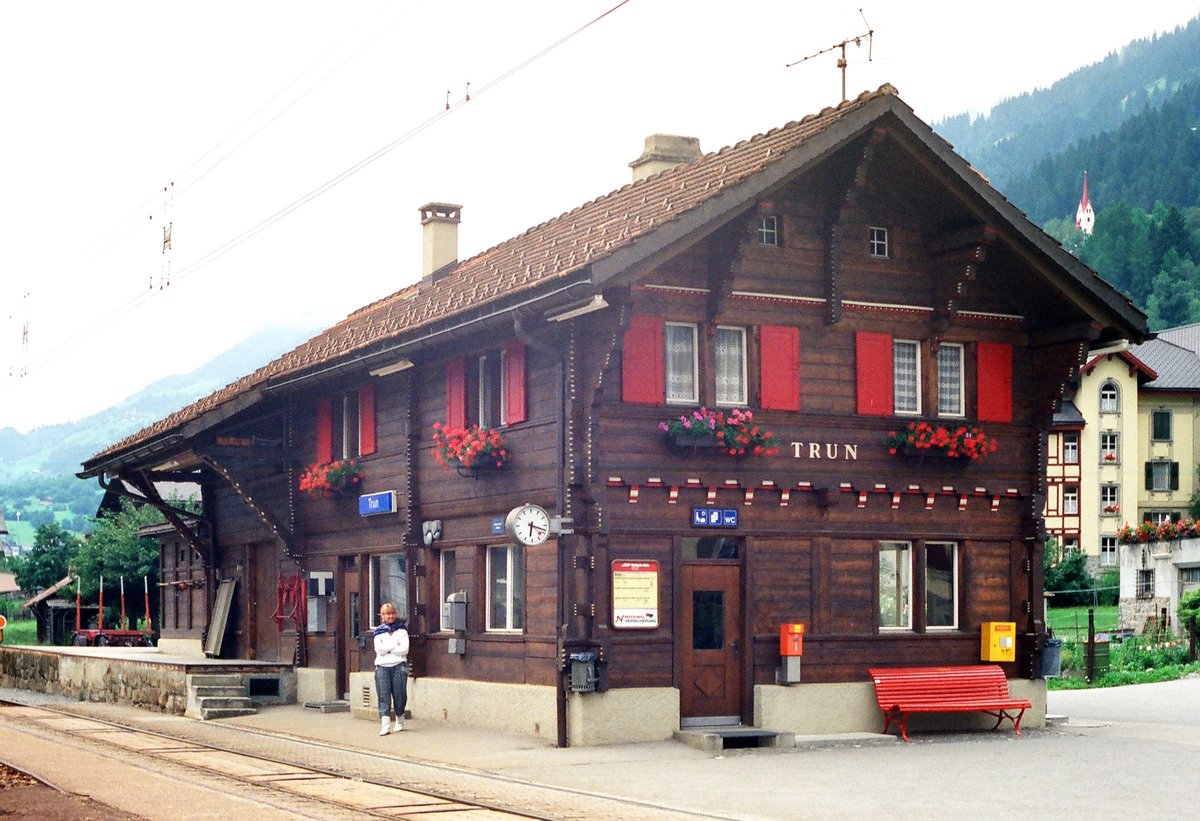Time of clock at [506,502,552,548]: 6:18
